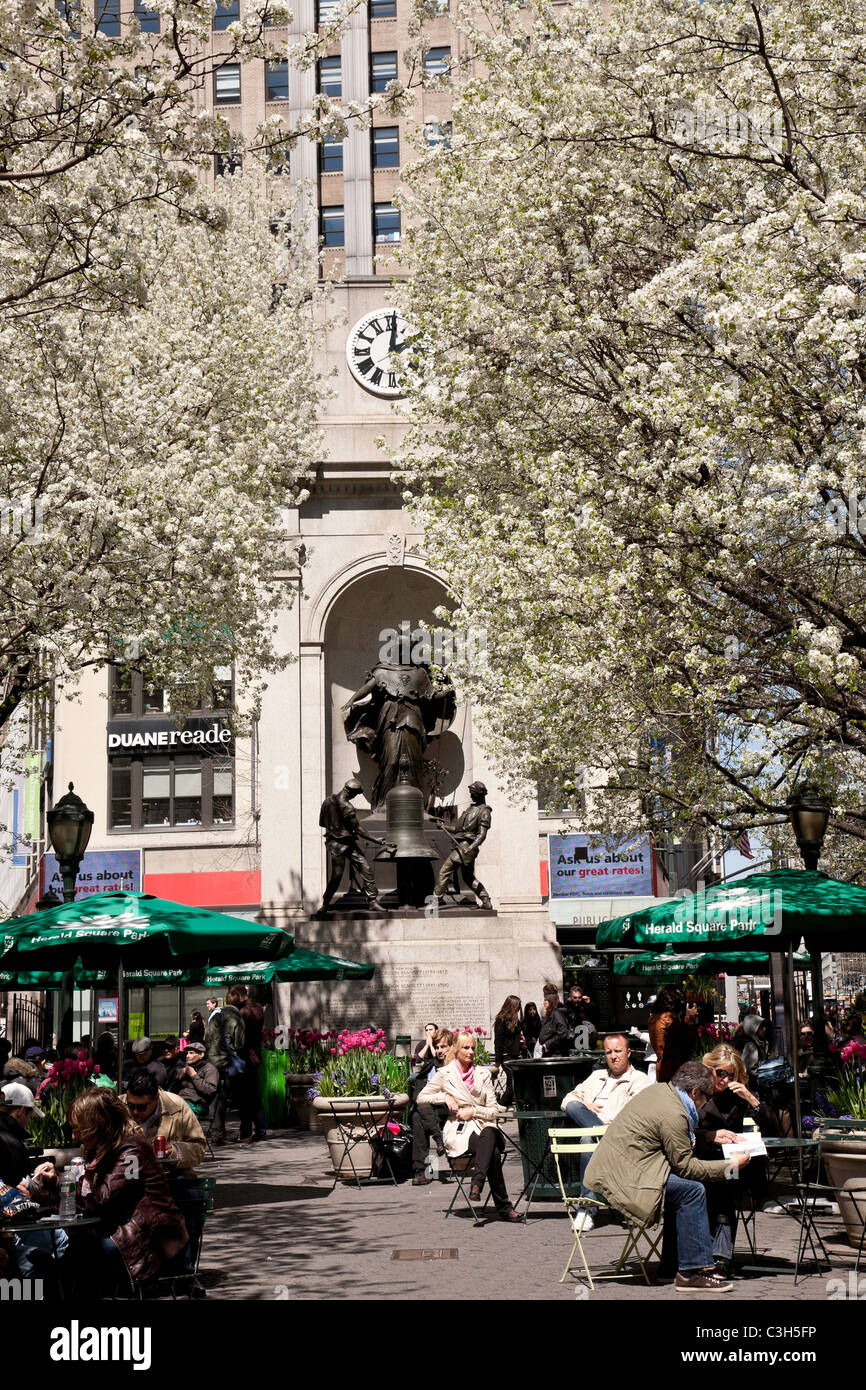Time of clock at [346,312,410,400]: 2:01
